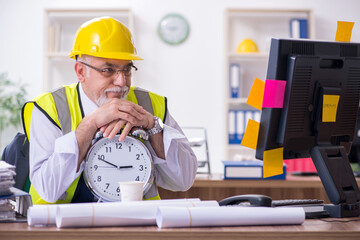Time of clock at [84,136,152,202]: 2:49
